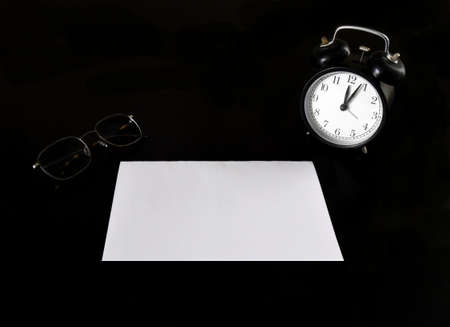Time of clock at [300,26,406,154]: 12:04
